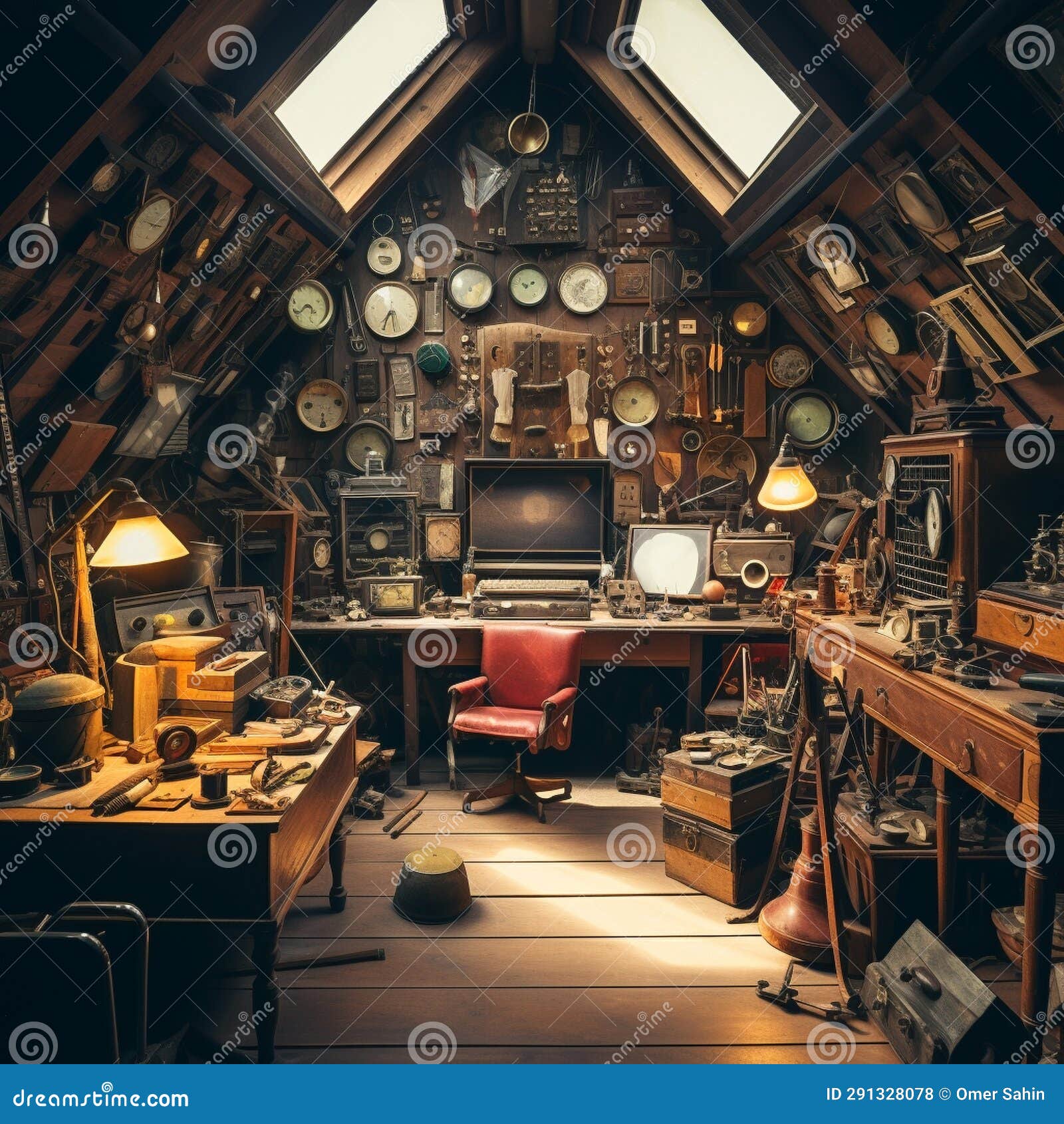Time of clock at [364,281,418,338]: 6:28
